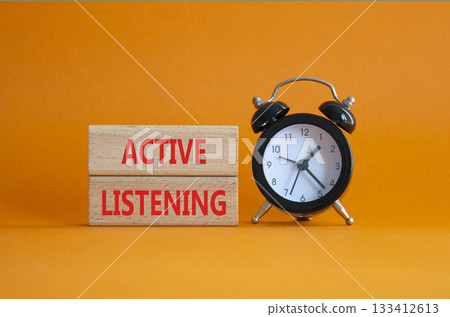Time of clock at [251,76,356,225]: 1:22
